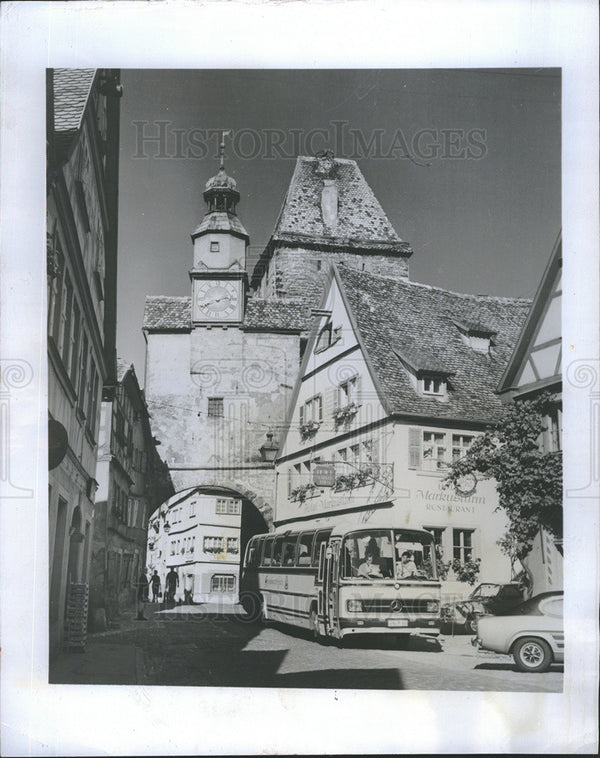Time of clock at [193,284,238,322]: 2:40
